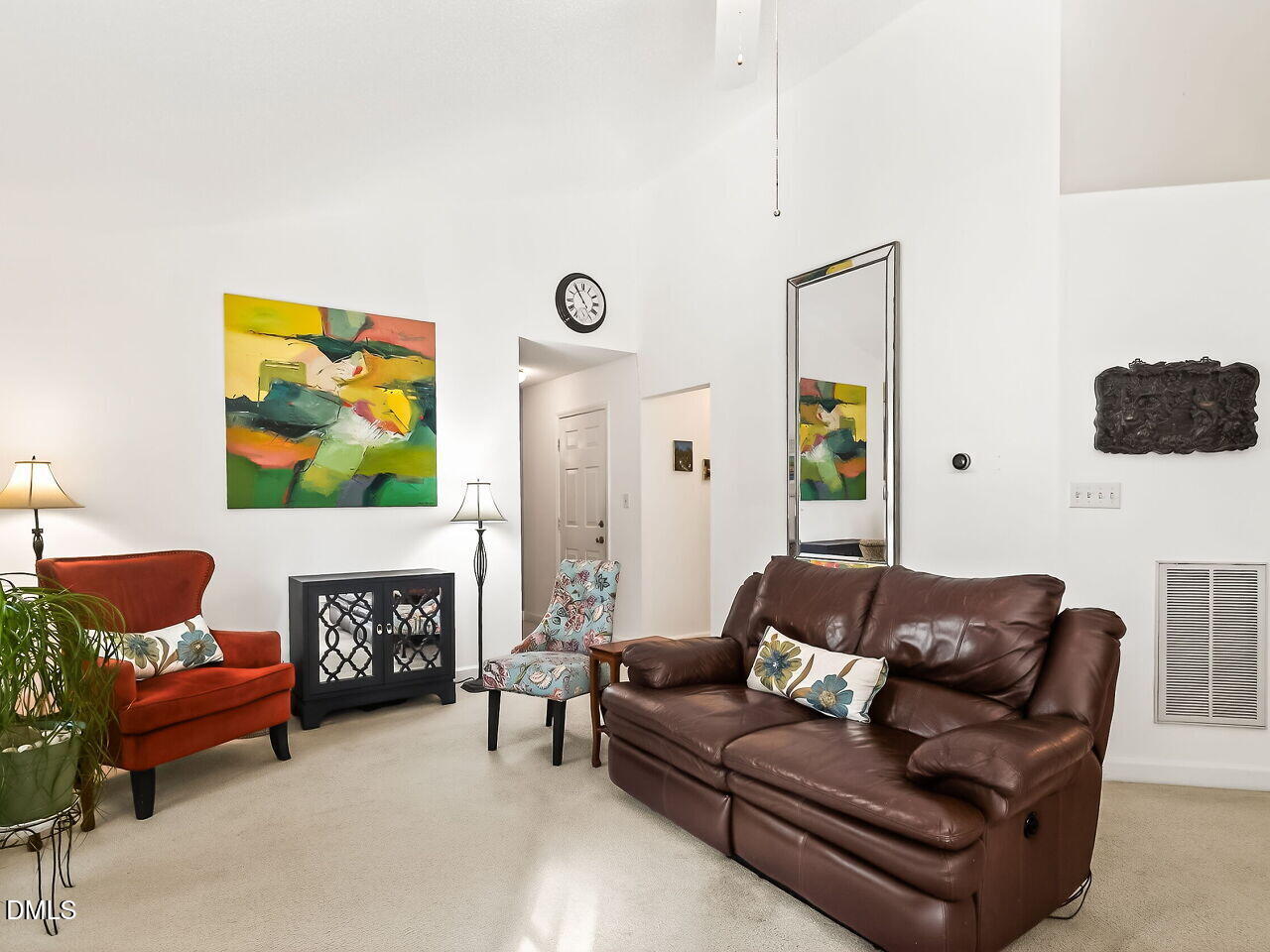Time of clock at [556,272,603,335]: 10:54
